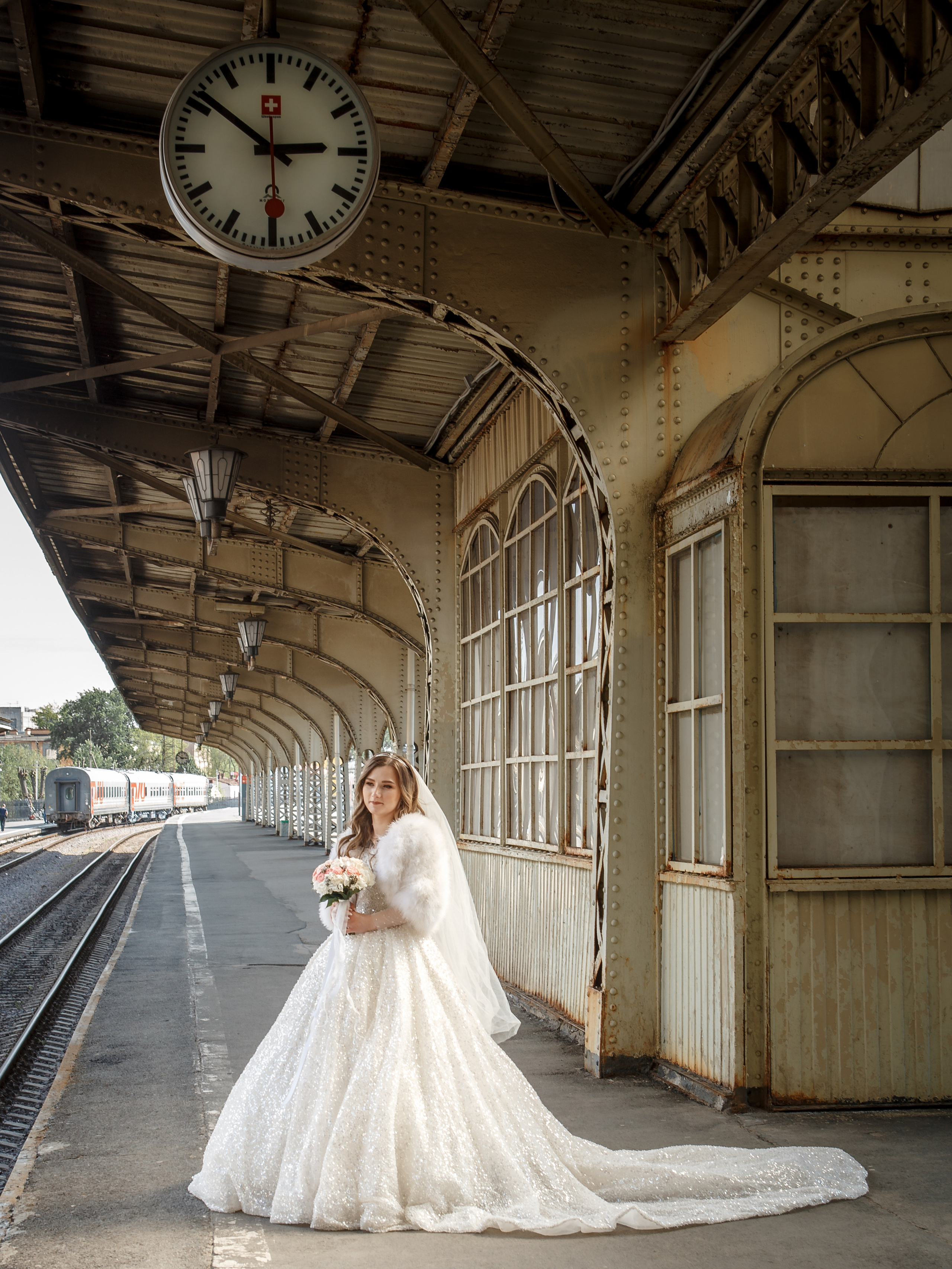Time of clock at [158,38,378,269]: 2:51
